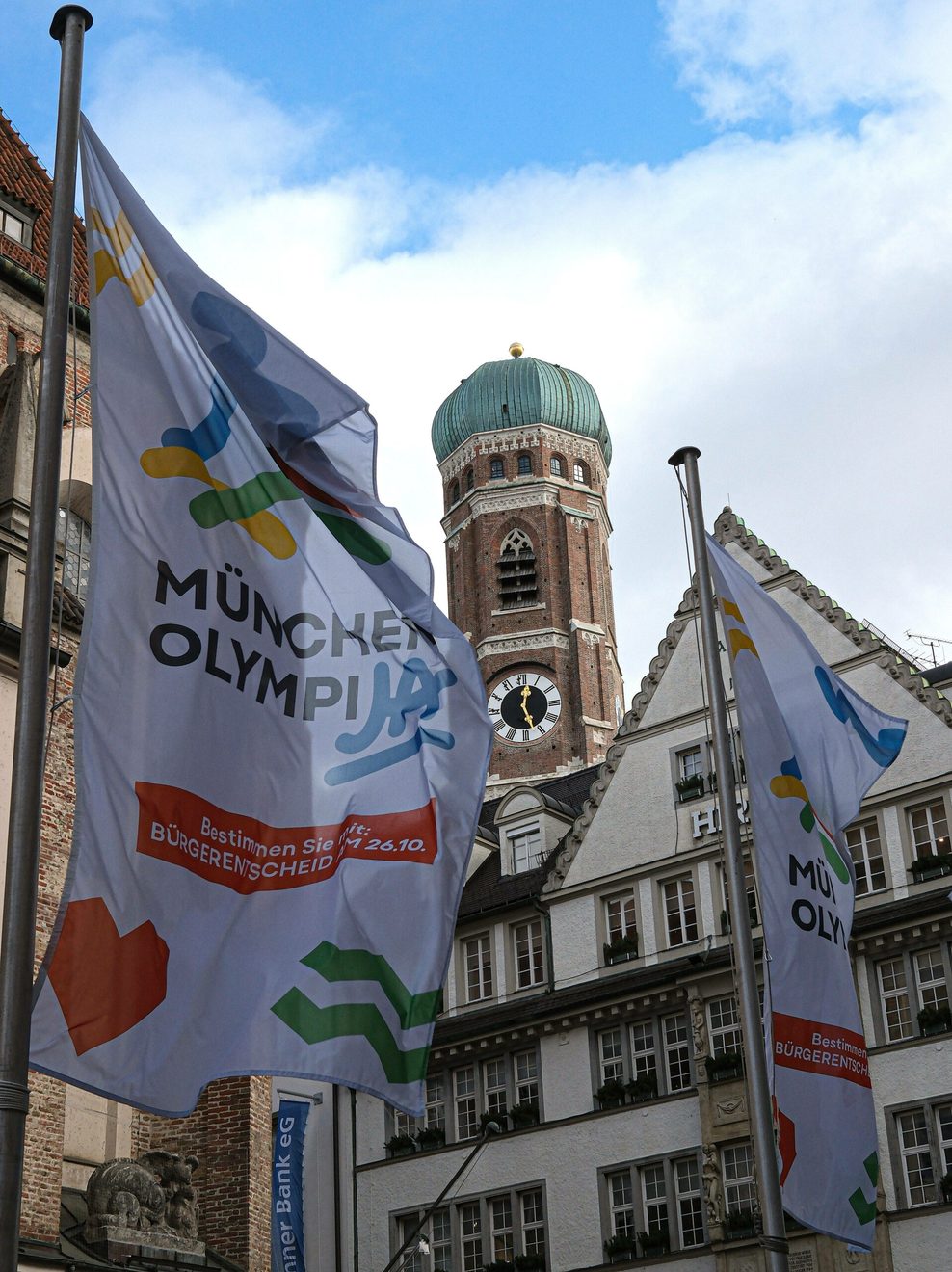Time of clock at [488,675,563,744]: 12:26
